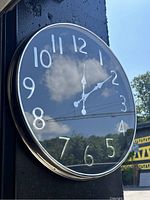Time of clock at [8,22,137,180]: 12:09
